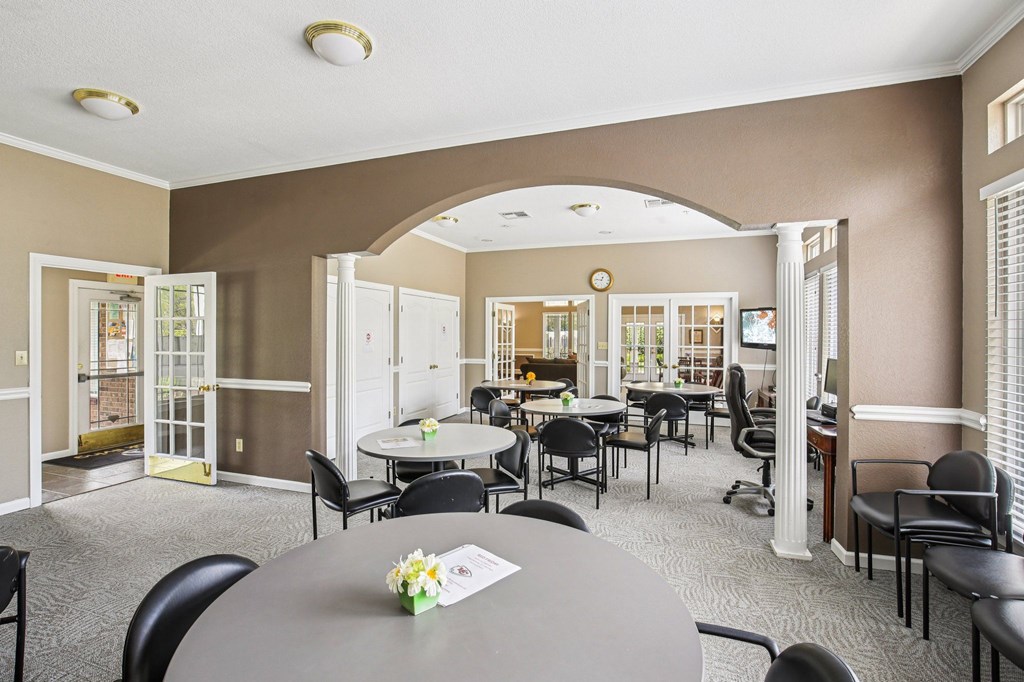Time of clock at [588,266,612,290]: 12:46
